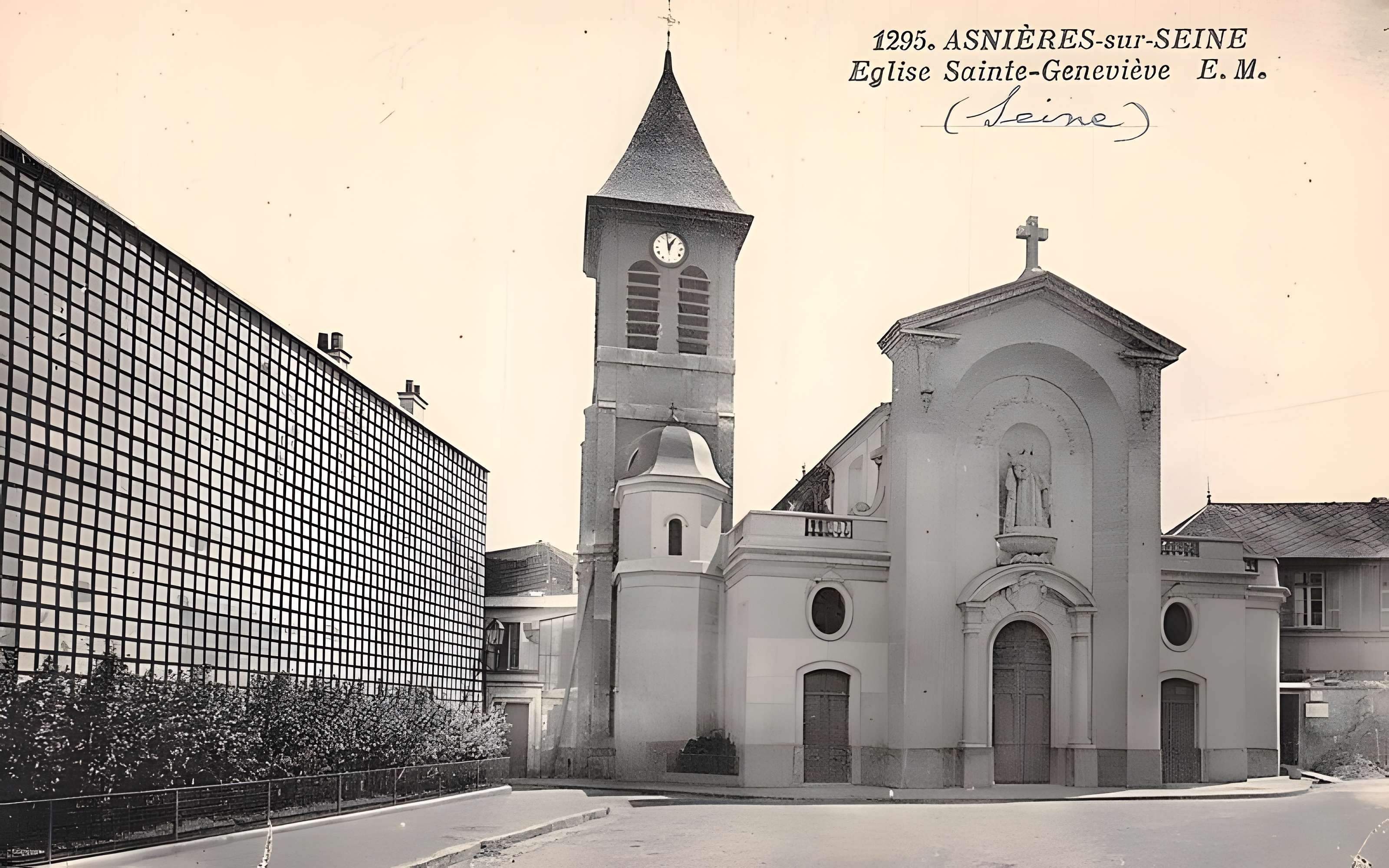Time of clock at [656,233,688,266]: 12:59
